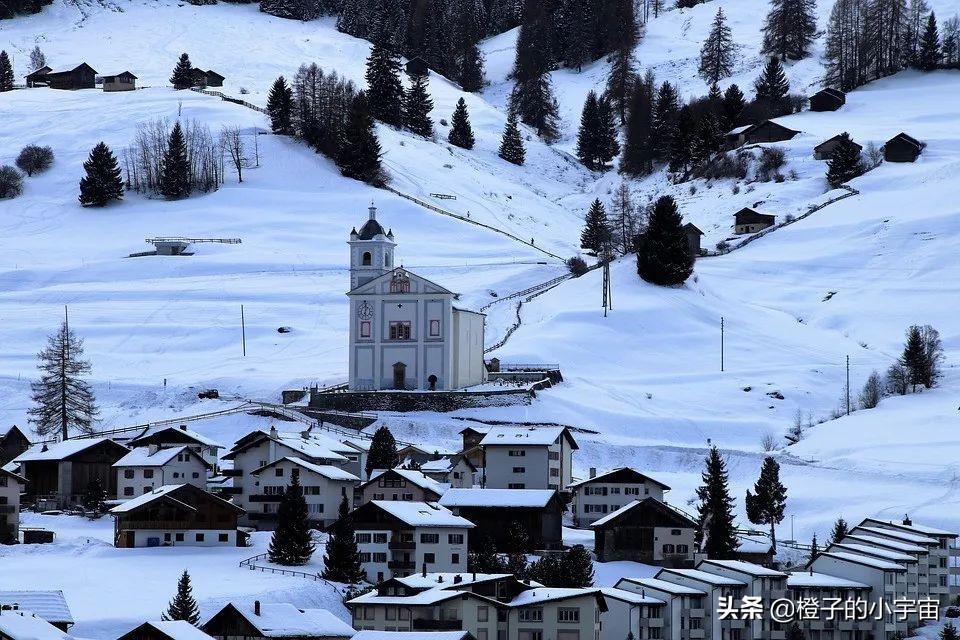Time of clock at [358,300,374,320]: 12:59
